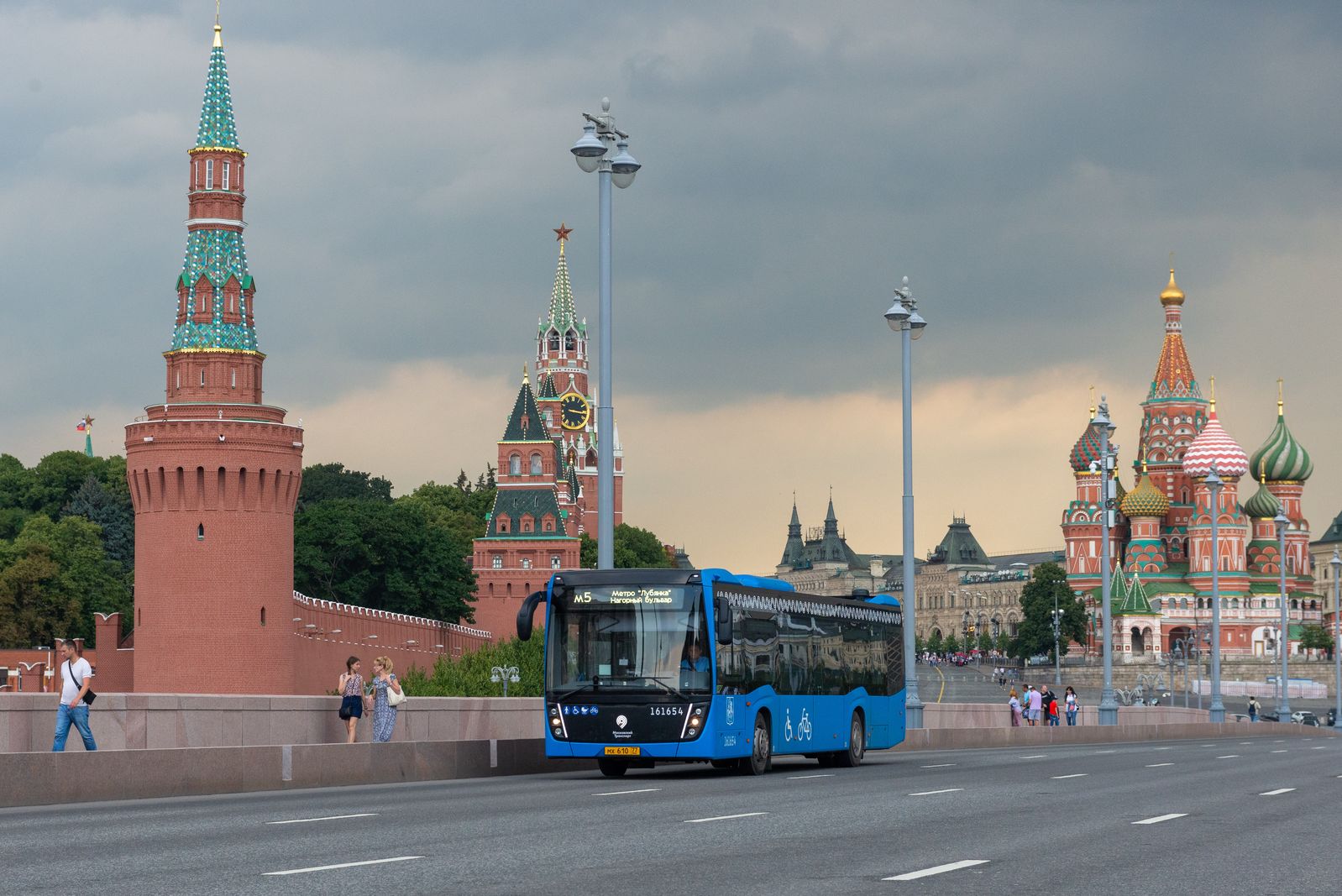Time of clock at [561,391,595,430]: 3:16
